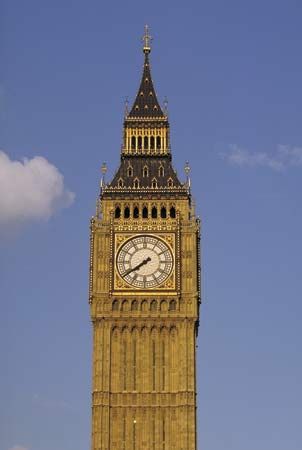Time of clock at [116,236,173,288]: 7:39
